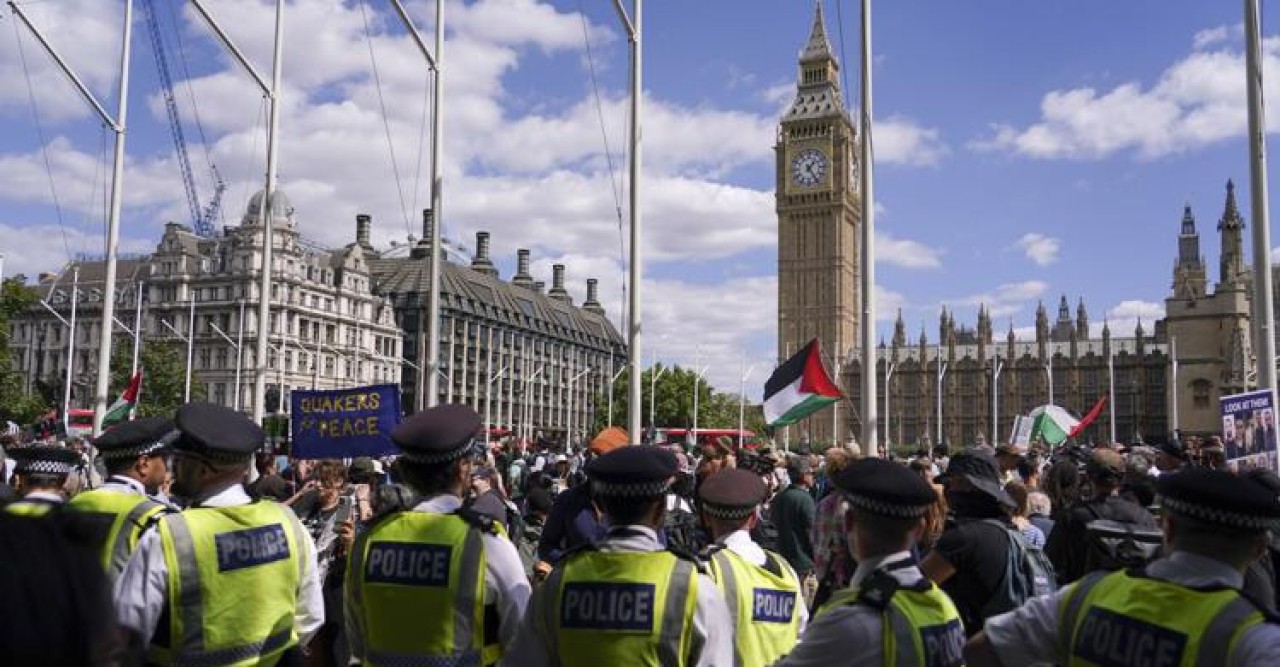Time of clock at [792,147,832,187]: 1:24
